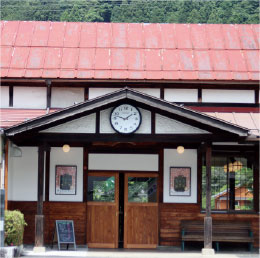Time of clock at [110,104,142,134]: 1:47
